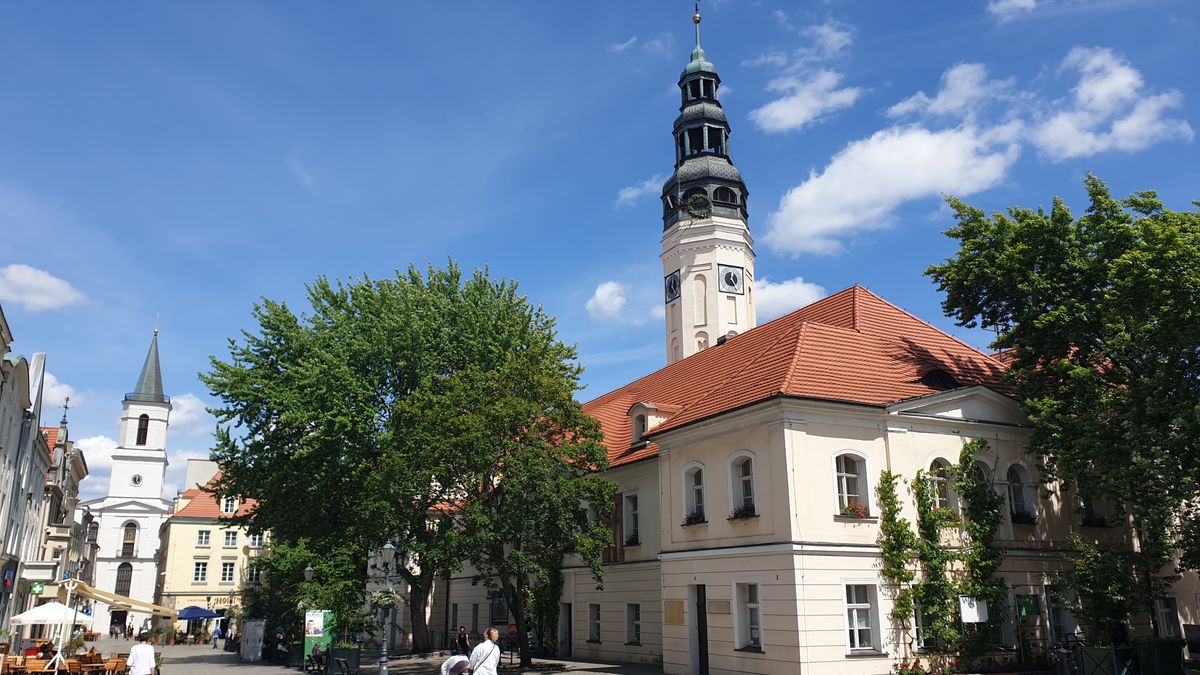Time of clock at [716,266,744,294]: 12:24
